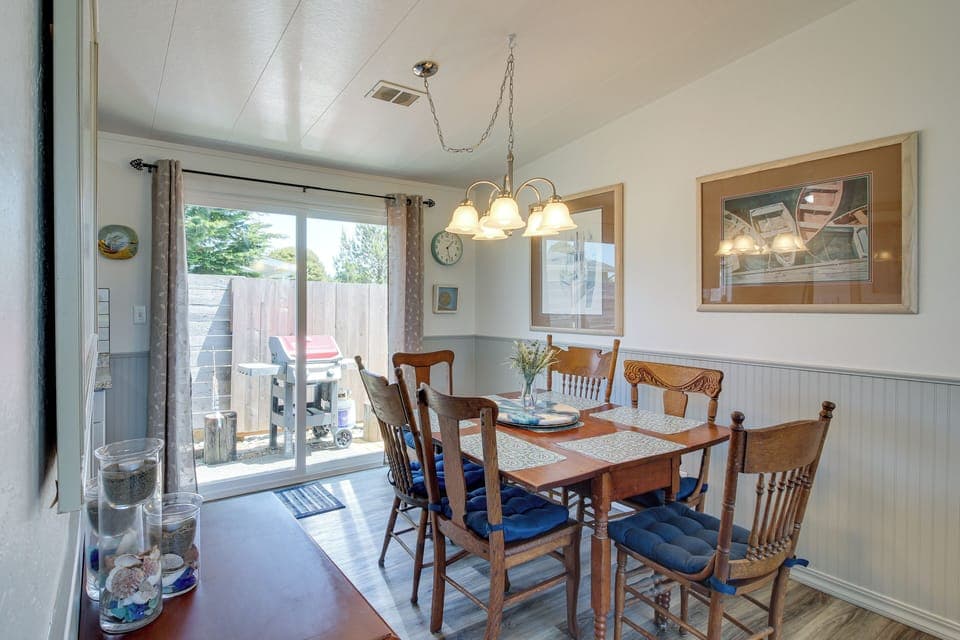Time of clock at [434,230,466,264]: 1:27
